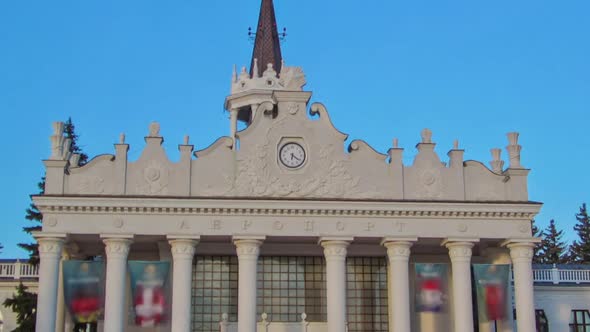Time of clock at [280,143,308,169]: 6:21
